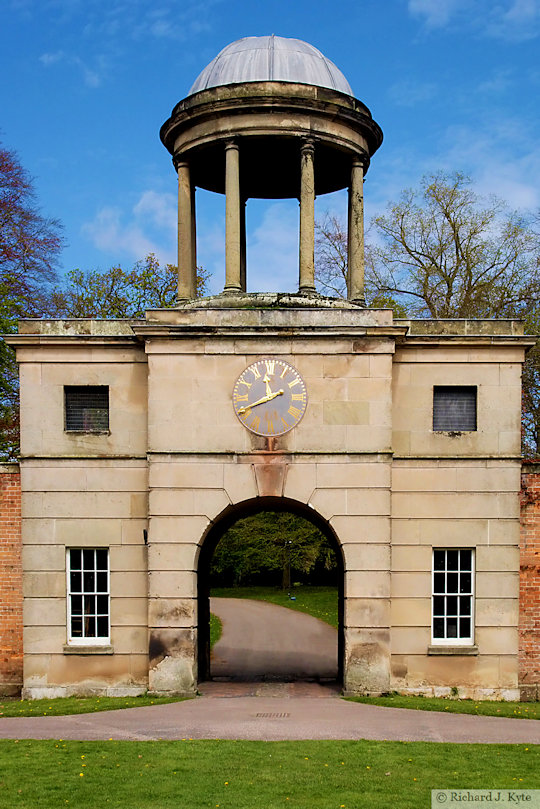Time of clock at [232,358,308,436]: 11:40
